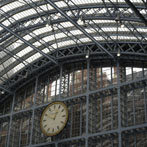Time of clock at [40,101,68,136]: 12:49
